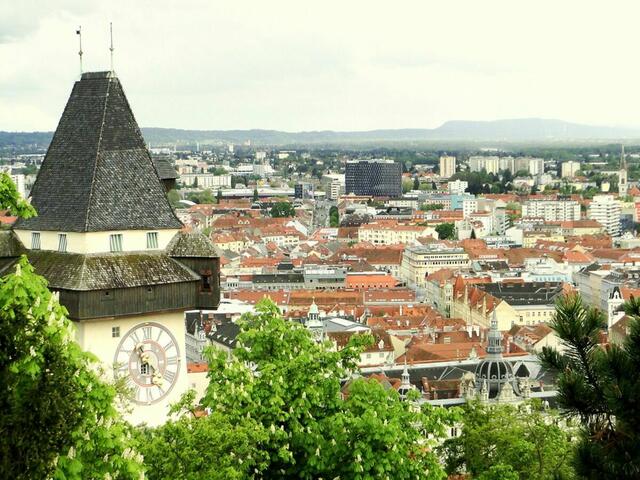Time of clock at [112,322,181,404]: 11:21
